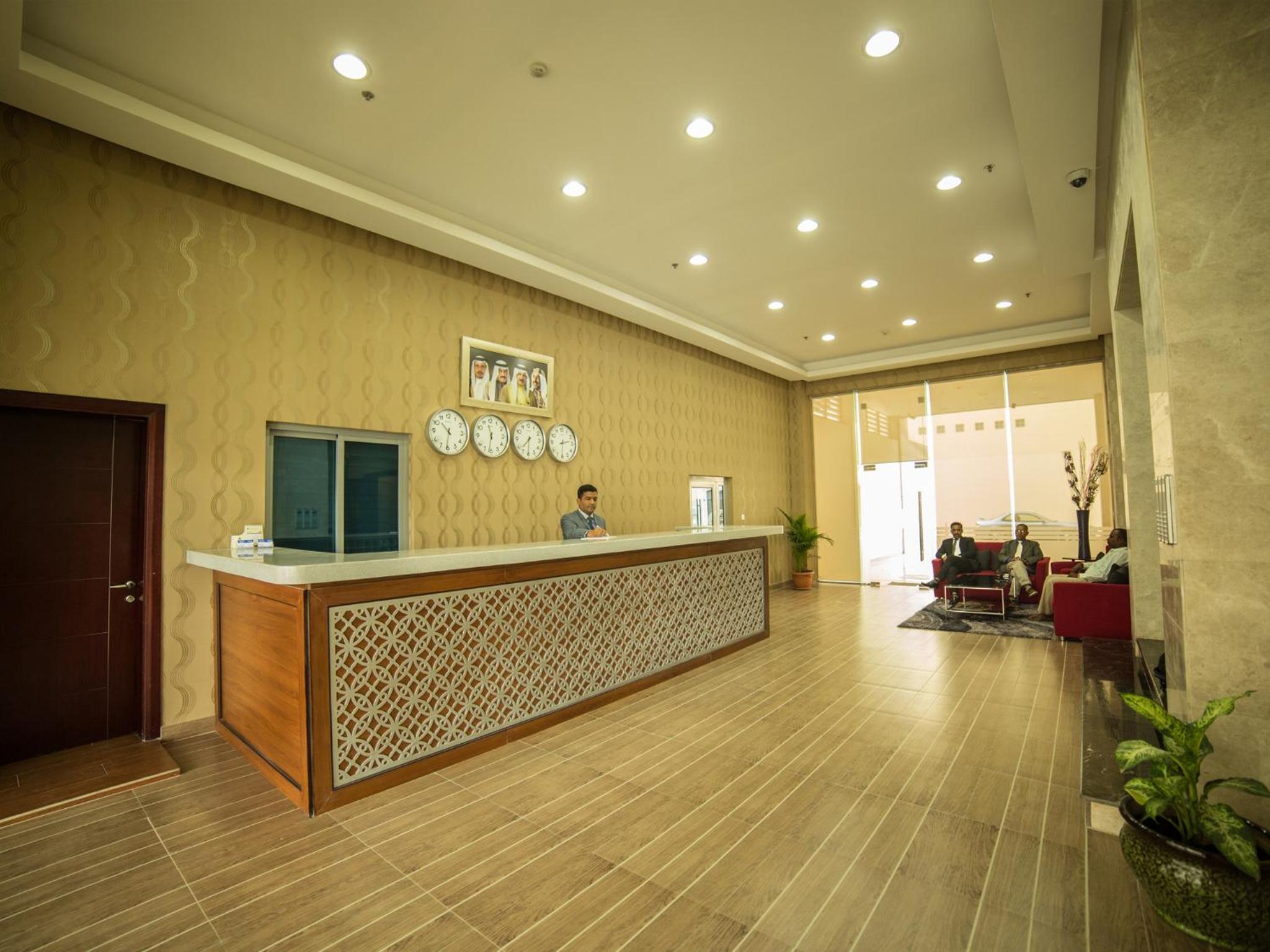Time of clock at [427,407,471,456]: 10:31
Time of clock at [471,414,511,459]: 11:32
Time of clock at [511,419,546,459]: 7:30
